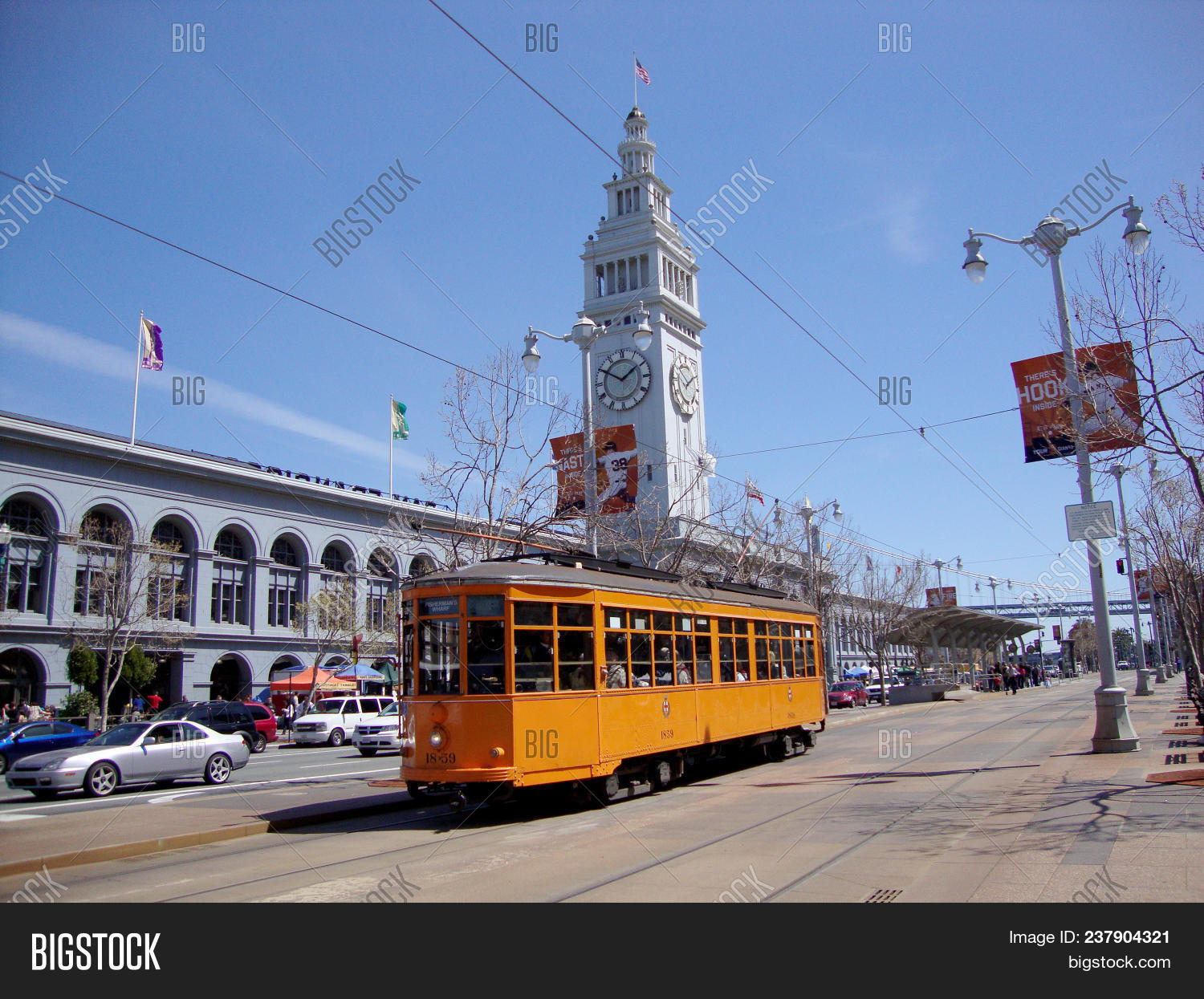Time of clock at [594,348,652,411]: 1:50
